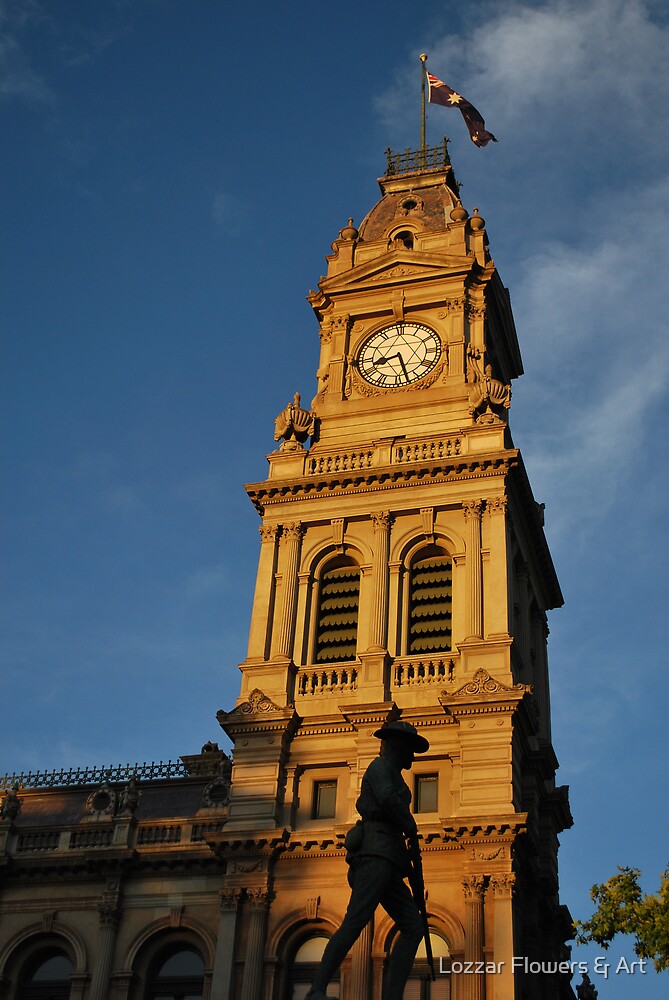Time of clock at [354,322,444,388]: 8:27
